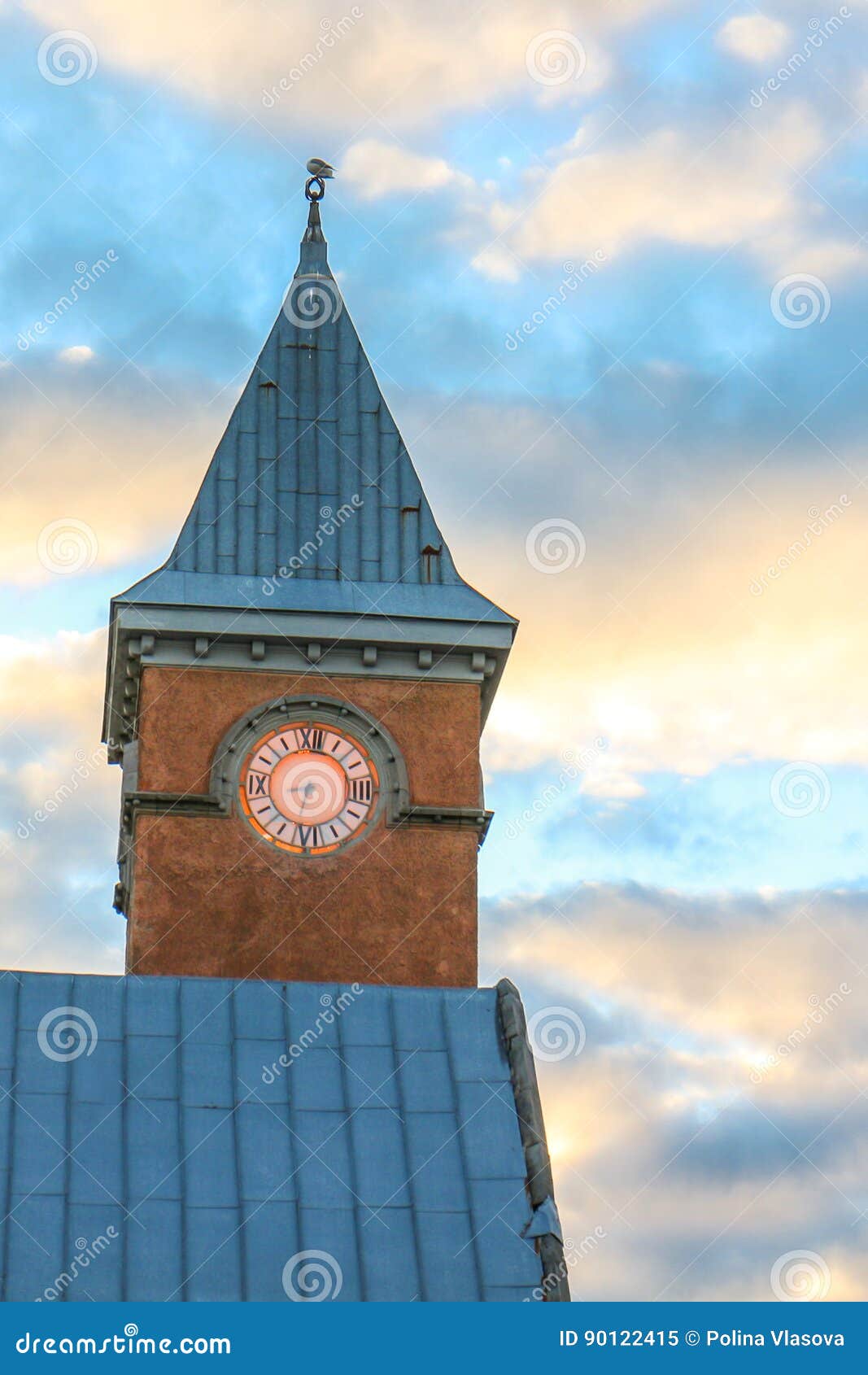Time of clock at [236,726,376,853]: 8:32
